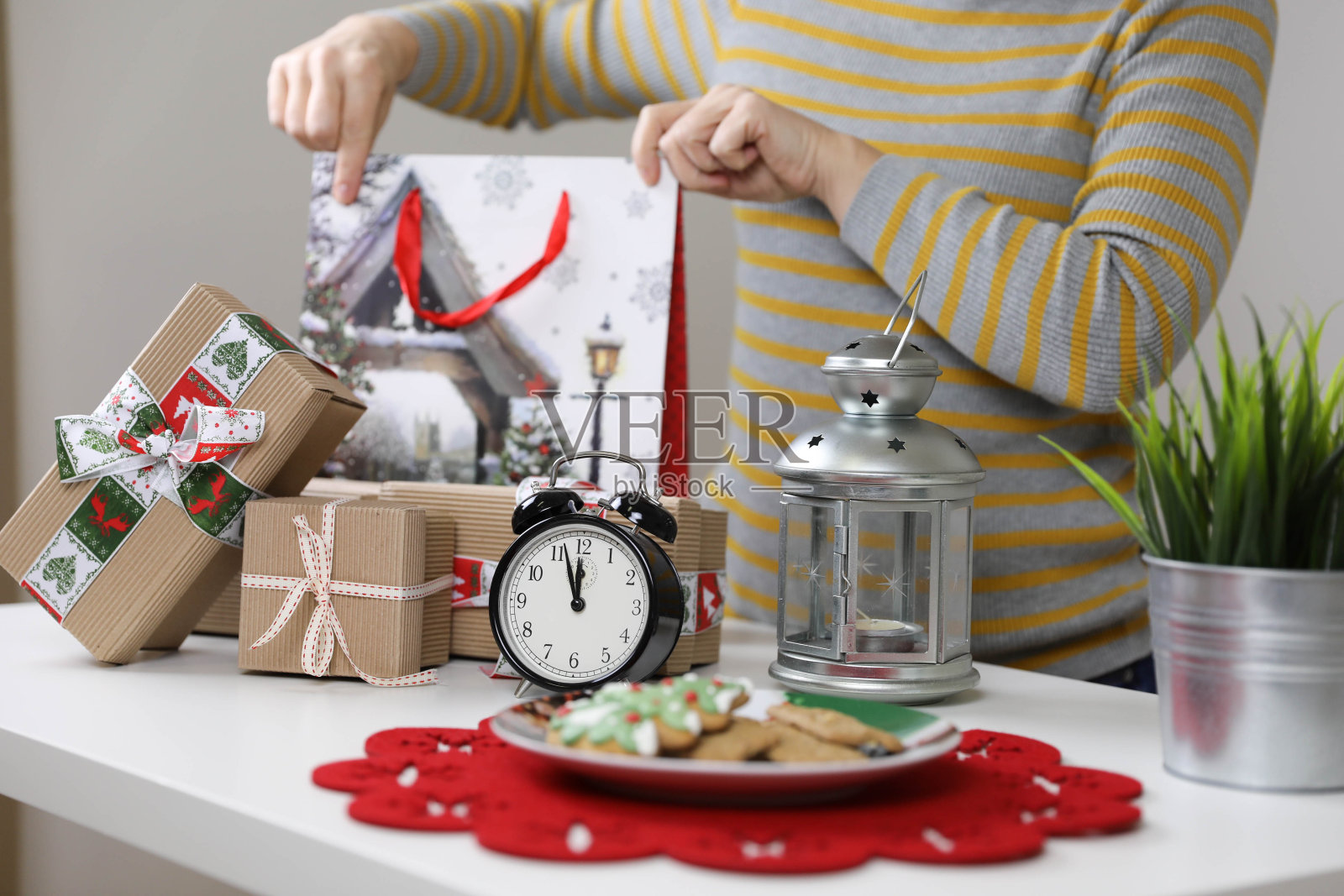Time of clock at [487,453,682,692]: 11:57
